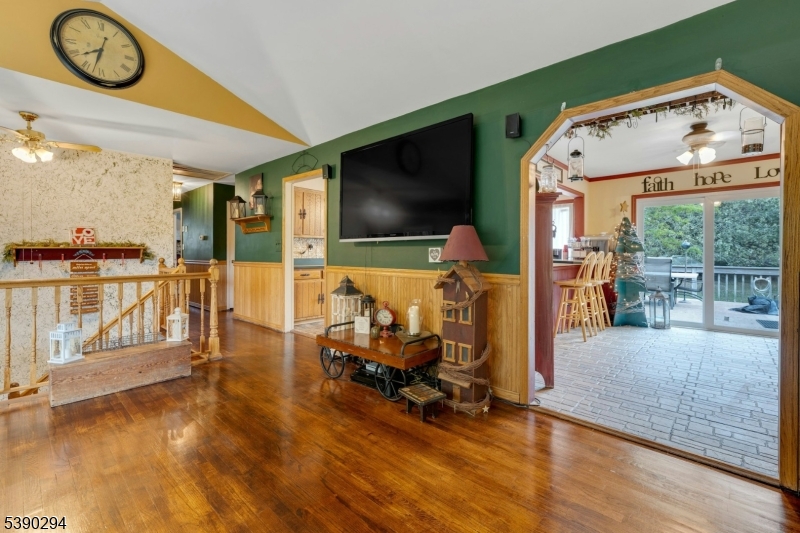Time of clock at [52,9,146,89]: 12:32
